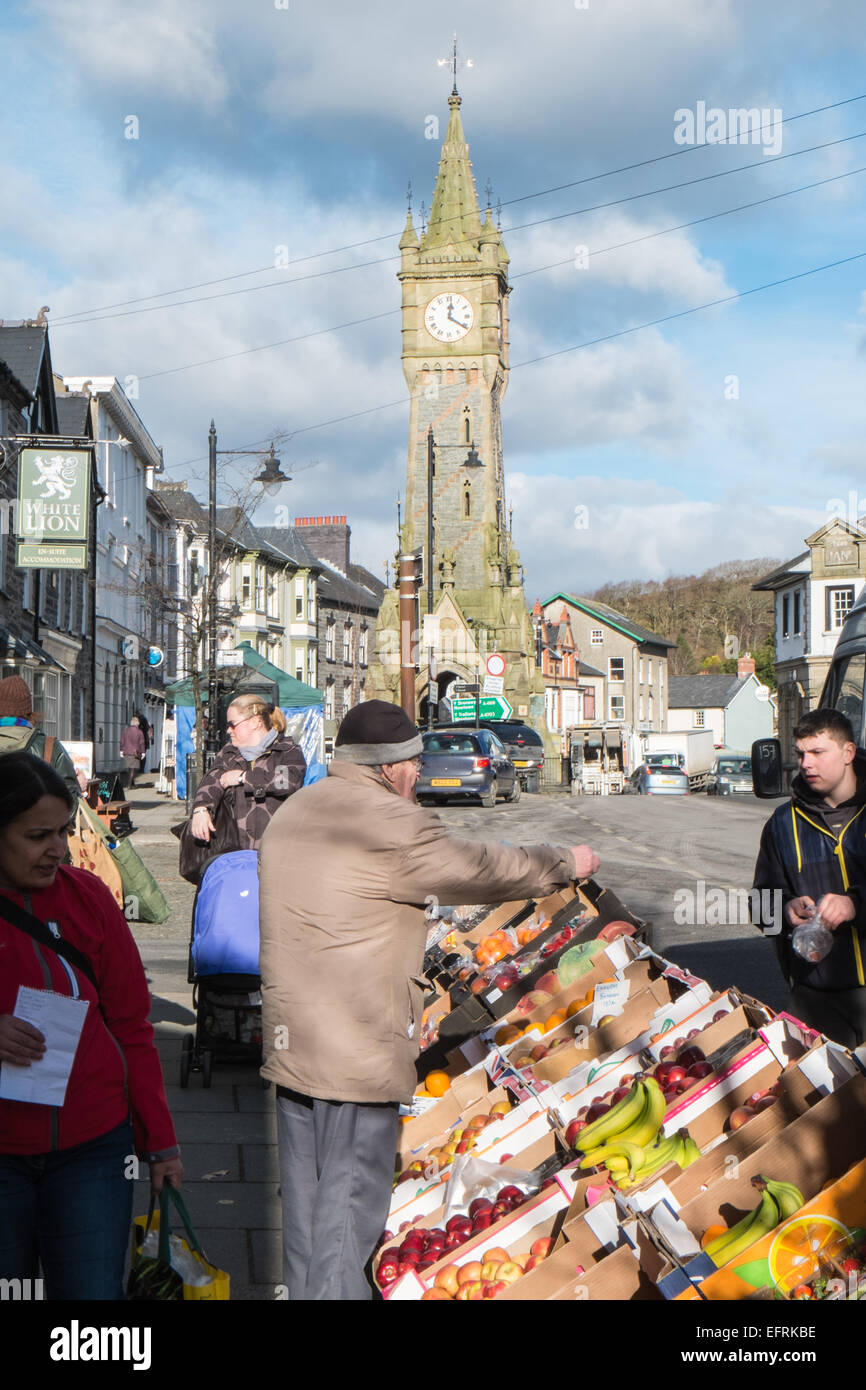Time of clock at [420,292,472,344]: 12:20
